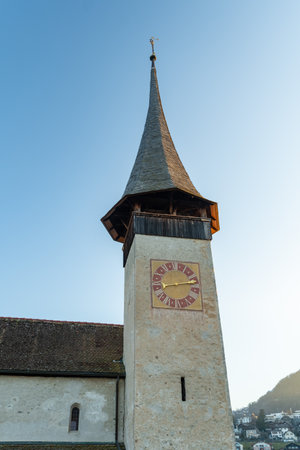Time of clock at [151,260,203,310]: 8:12
